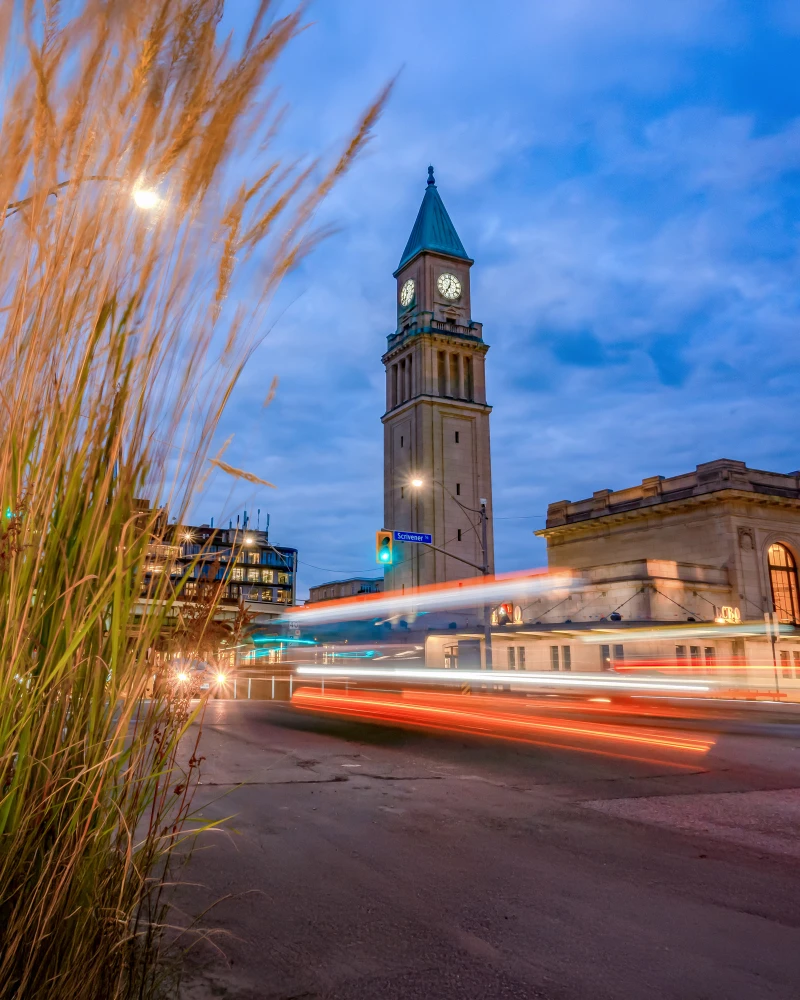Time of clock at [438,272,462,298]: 7:01
